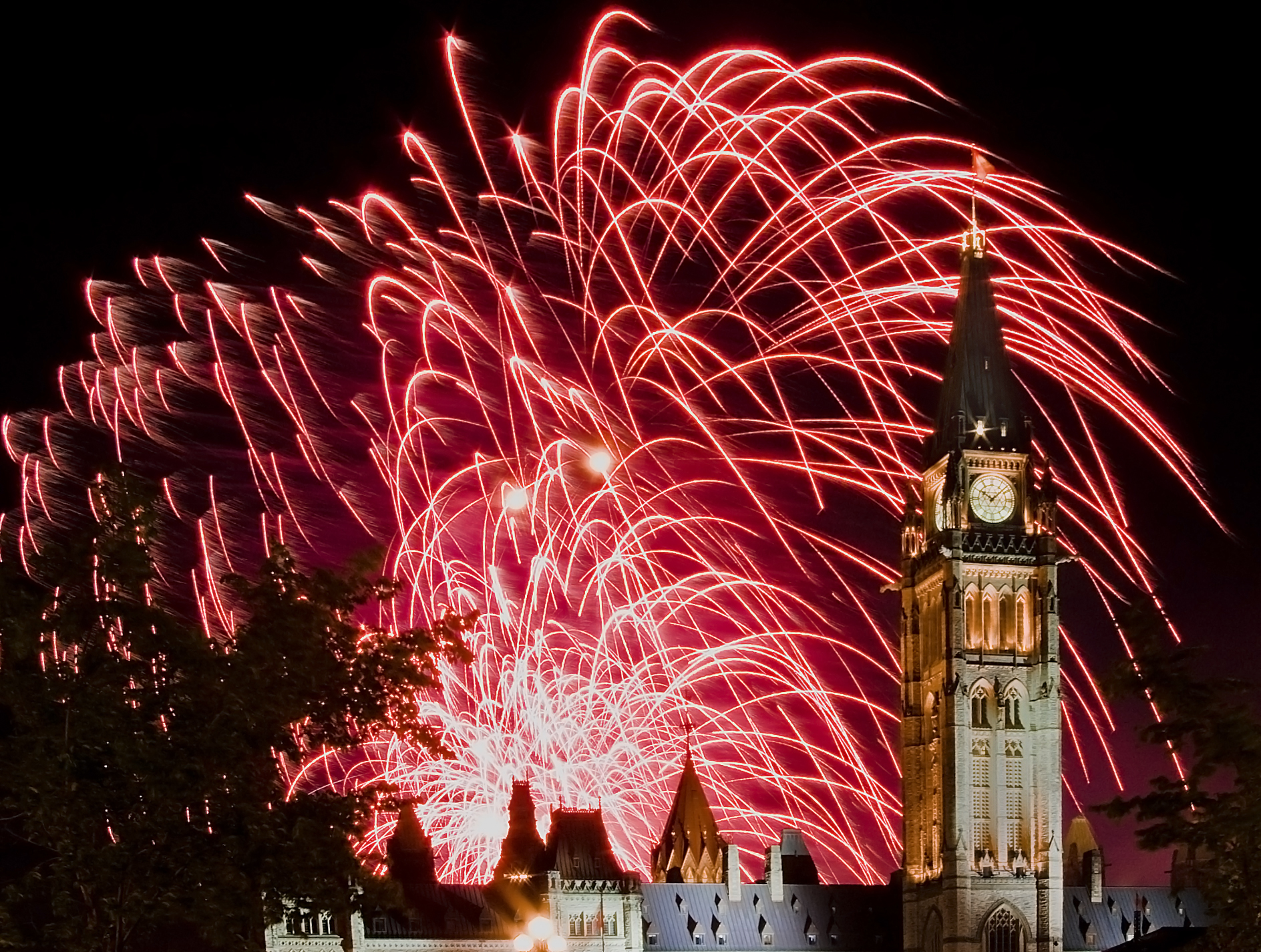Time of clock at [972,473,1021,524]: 10:07
